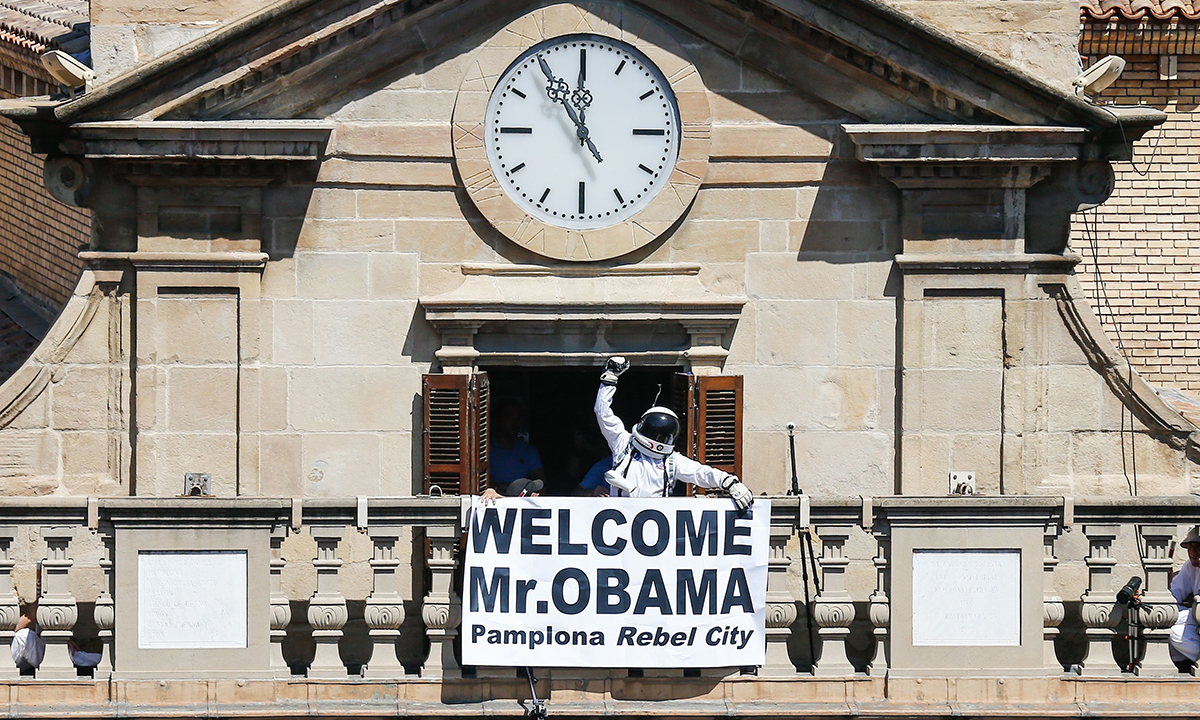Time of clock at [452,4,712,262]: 11:54
